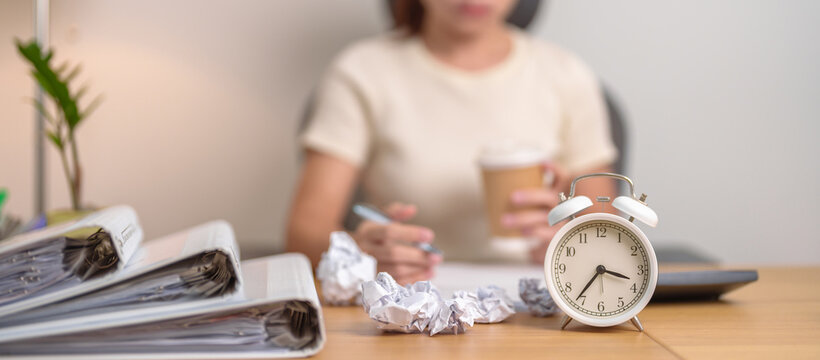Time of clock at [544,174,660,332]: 3:36
